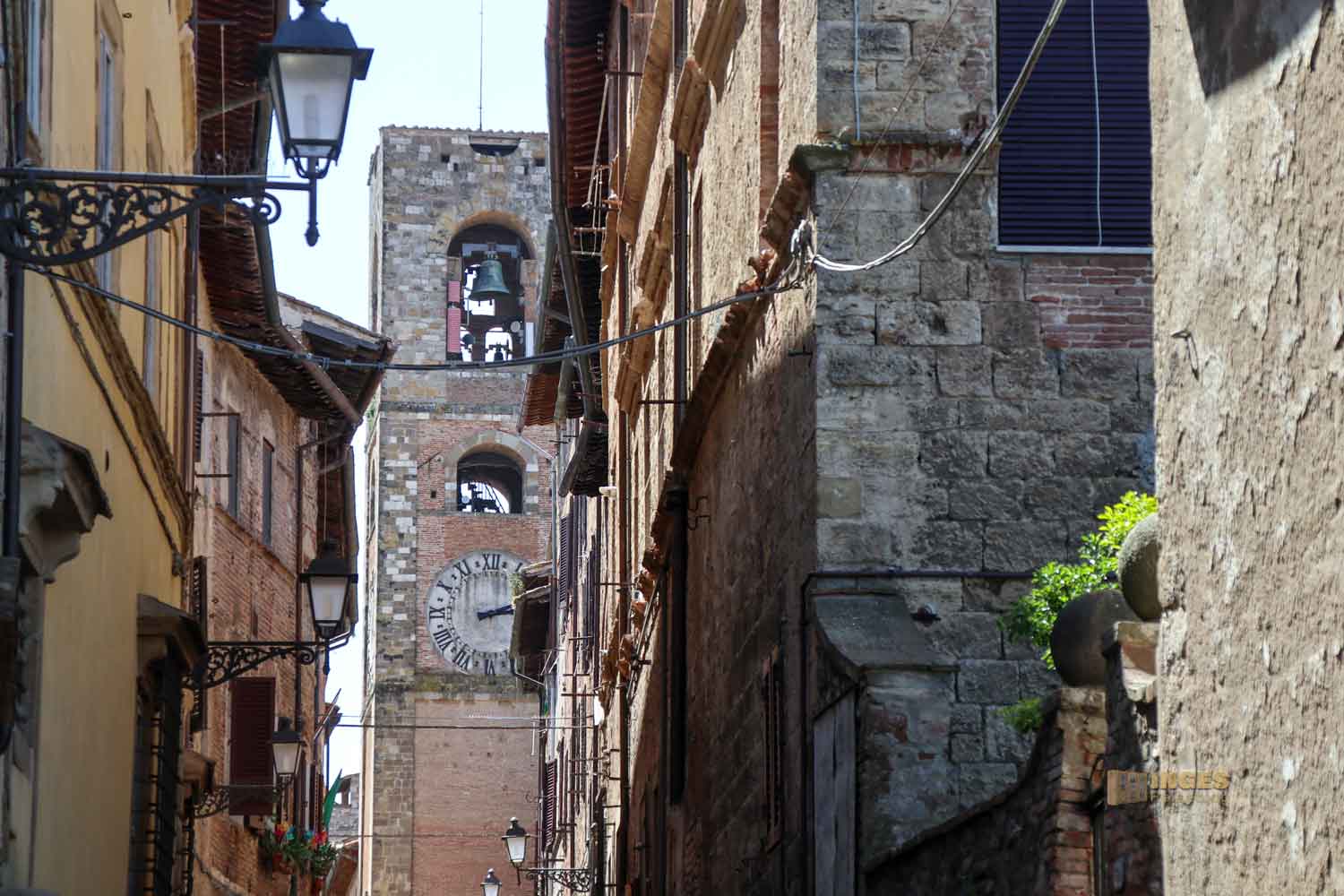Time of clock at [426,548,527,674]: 2:12
